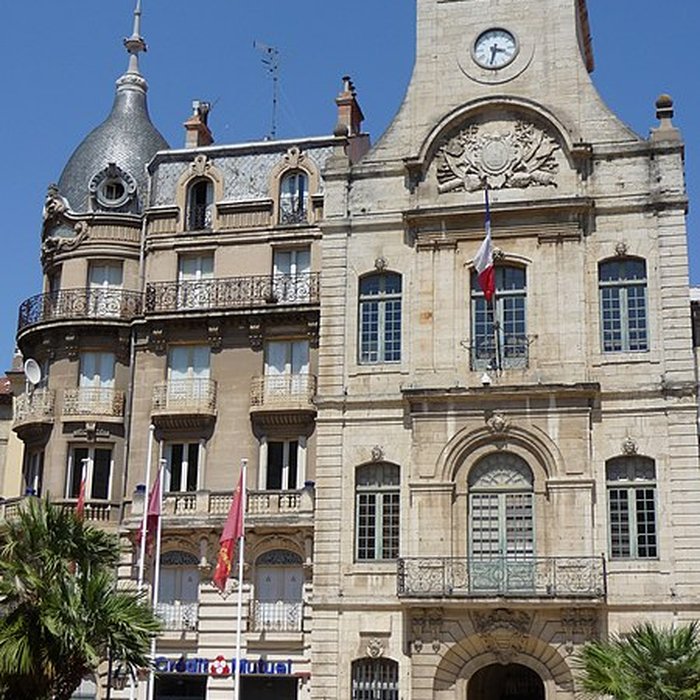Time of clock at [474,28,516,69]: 3:32
